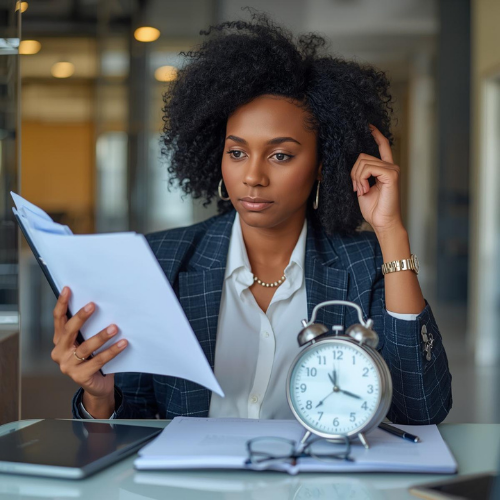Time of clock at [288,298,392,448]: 11:18
